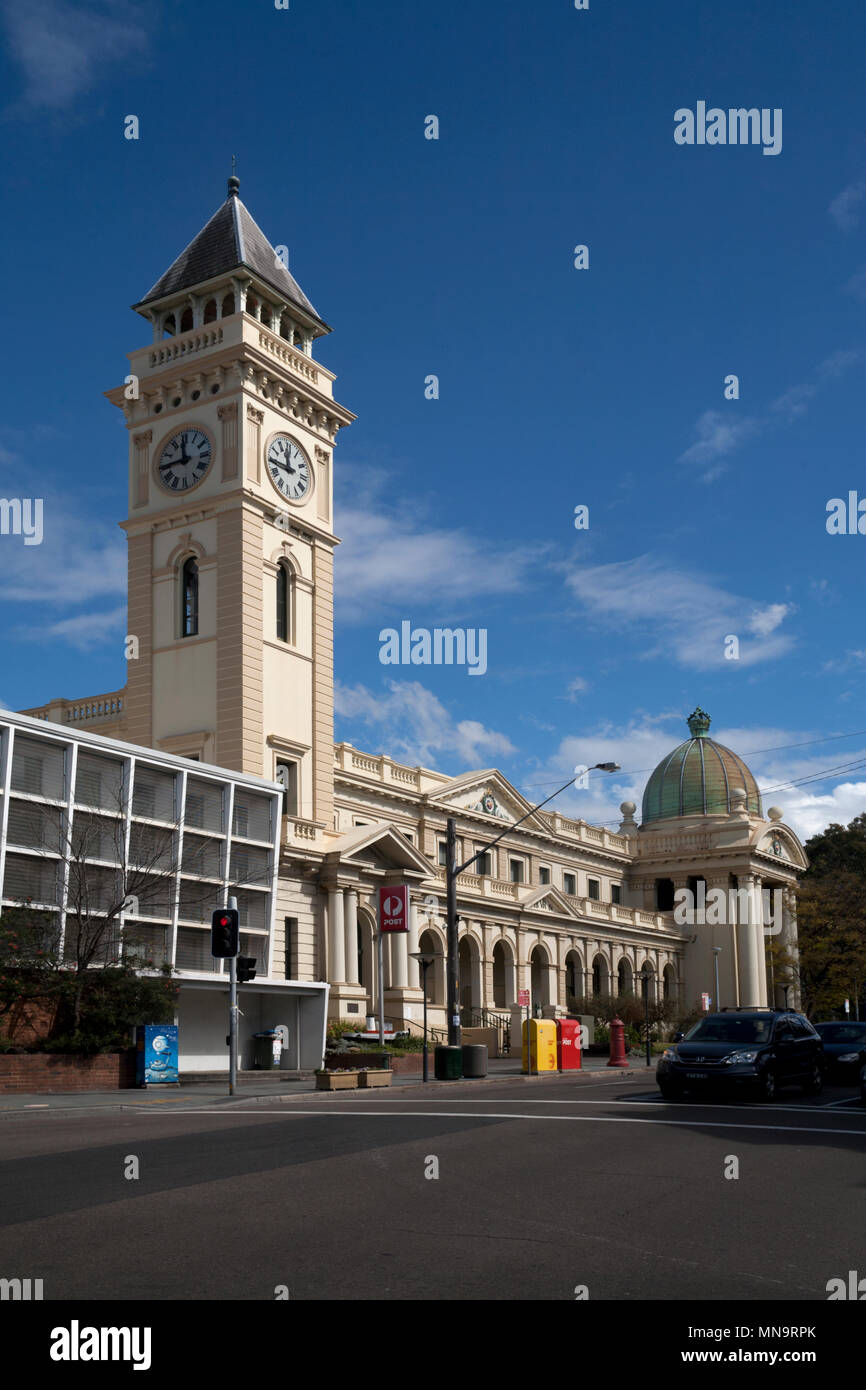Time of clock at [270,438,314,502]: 11:44
